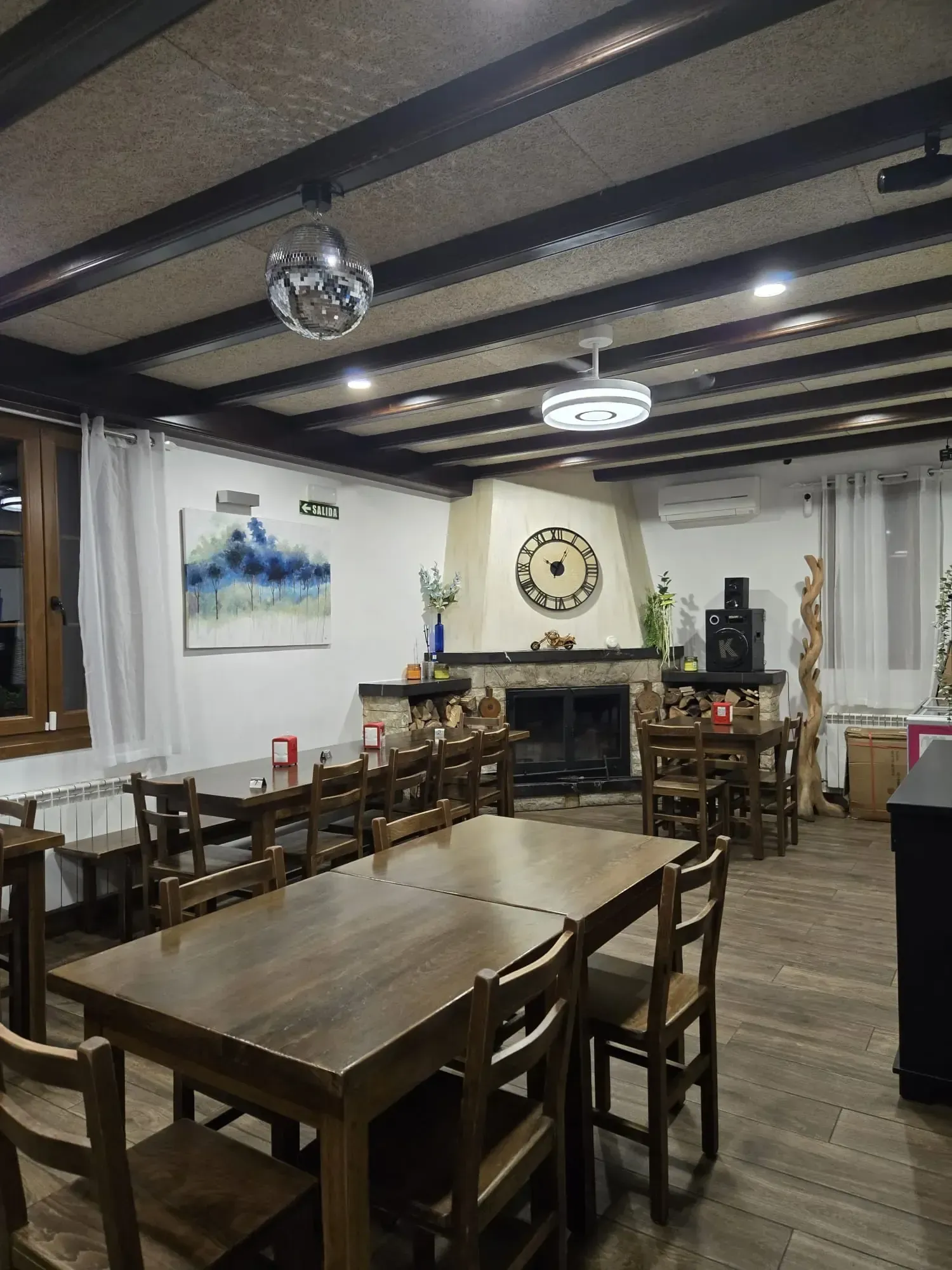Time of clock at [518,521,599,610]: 10:04
